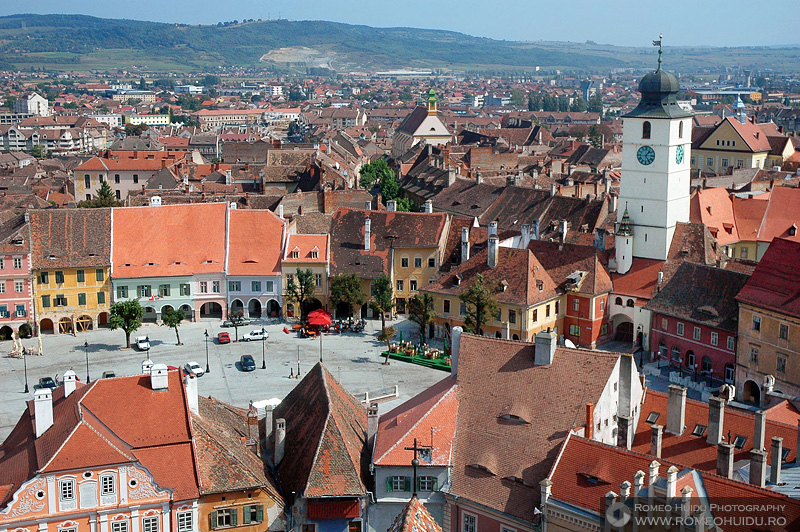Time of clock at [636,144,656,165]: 1:24
